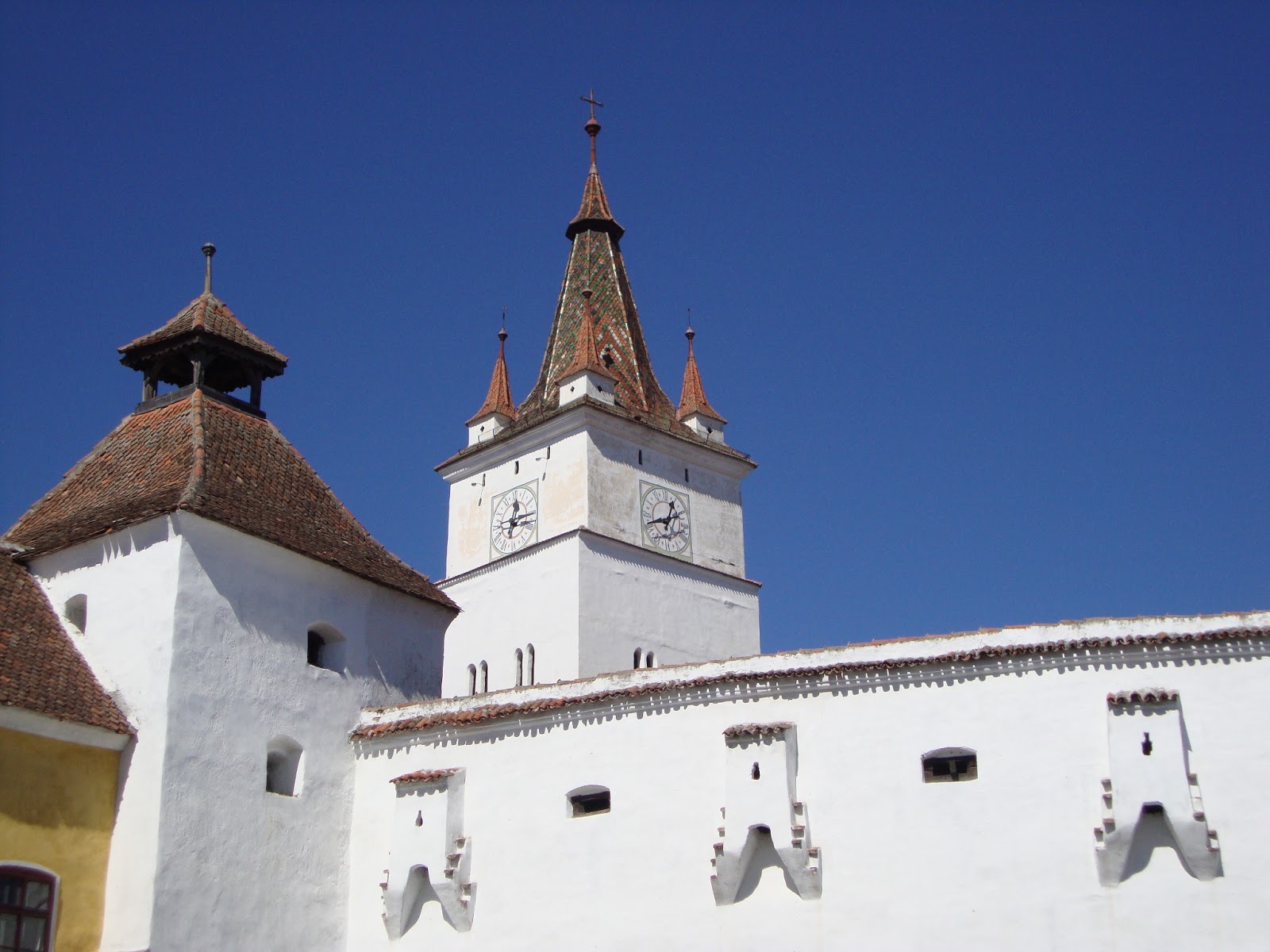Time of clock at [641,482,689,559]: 12:41
